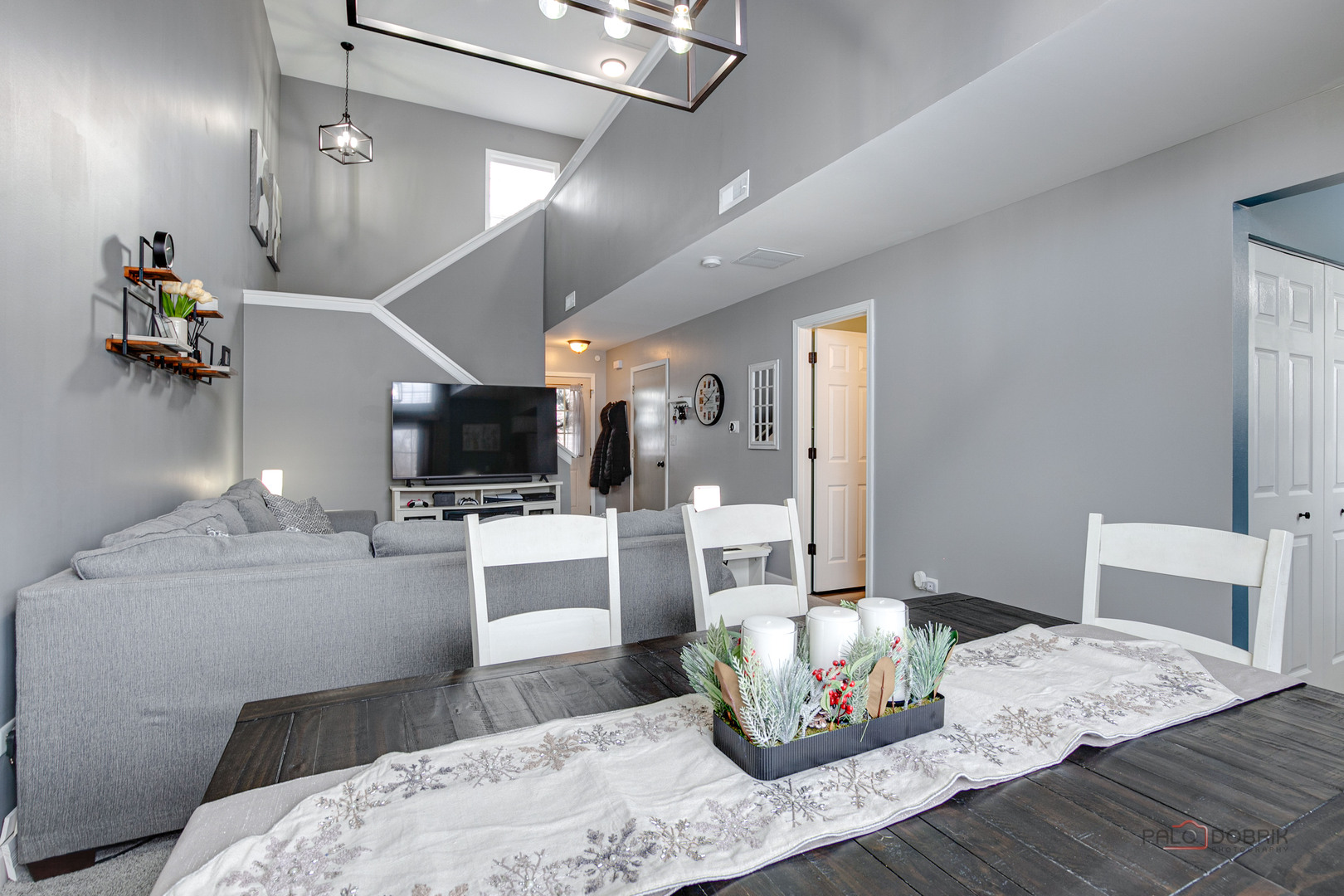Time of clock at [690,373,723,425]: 8:07
